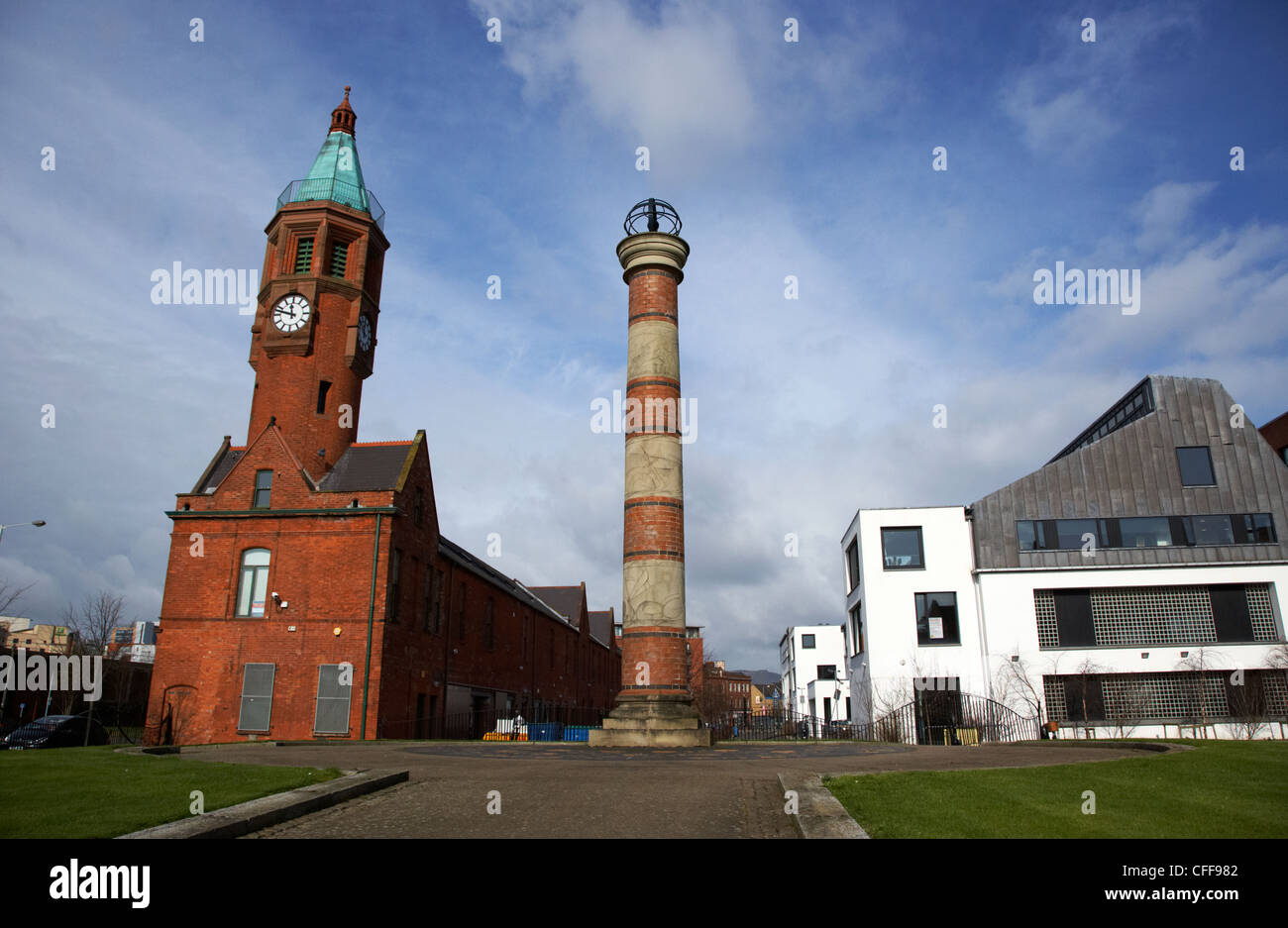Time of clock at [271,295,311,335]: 11:47
